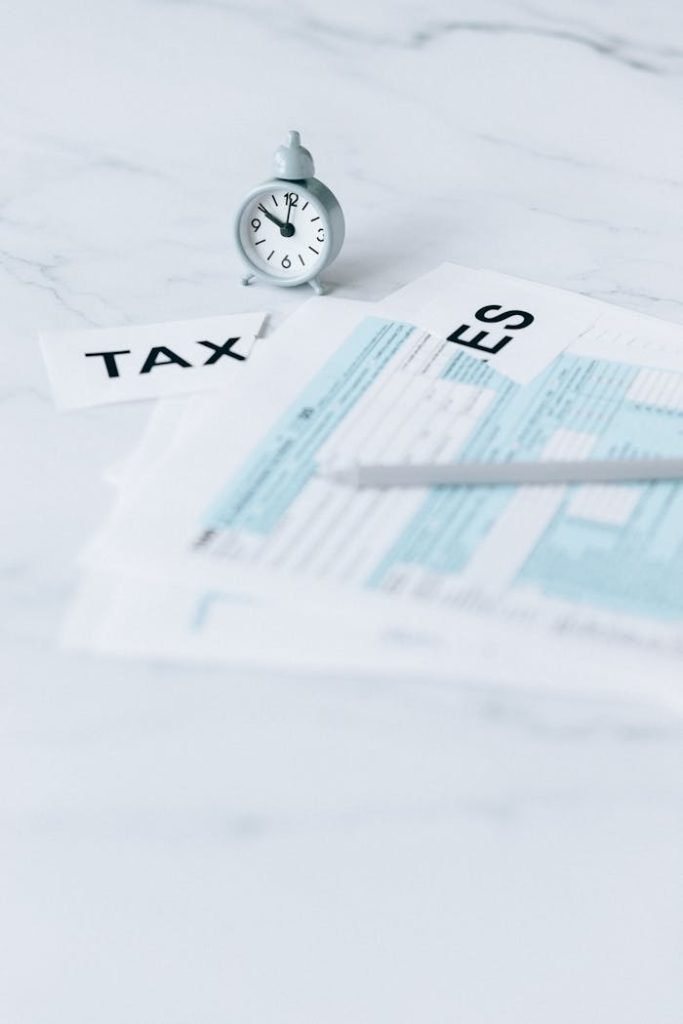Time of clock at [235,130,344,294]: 10:00
